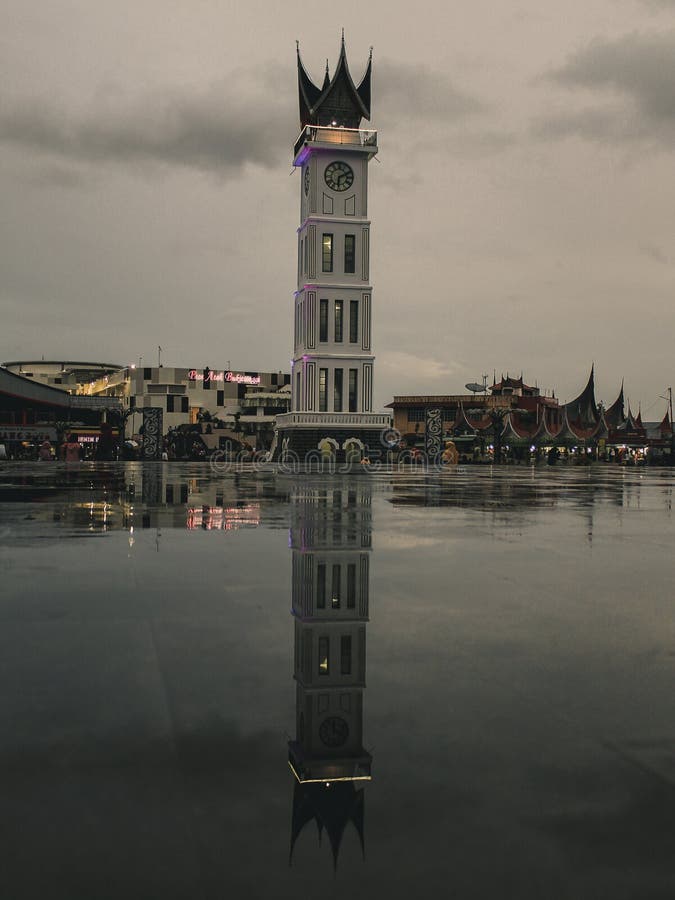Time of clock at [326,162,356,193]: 6:11
